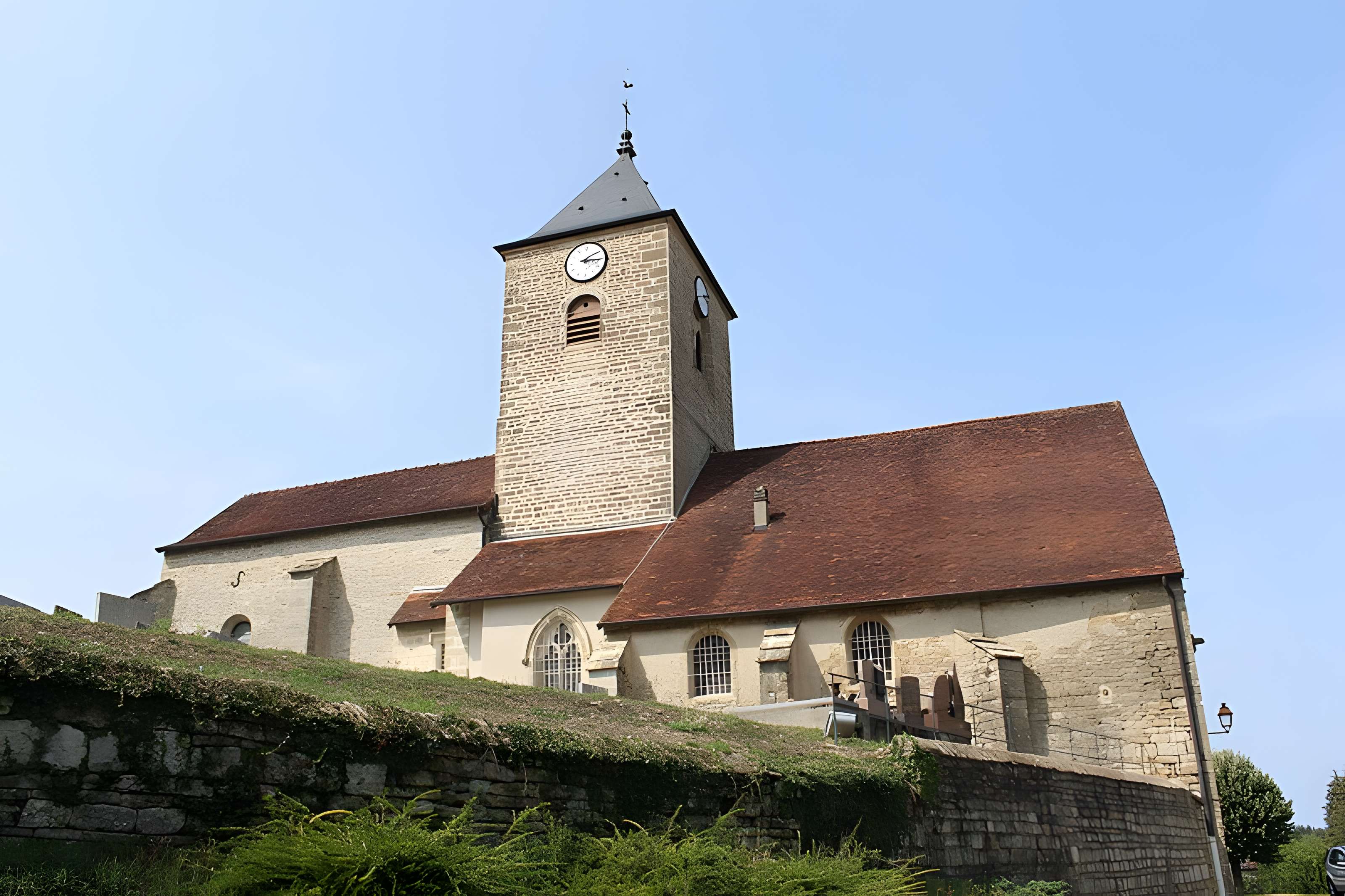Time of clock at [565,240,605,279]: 2:15
